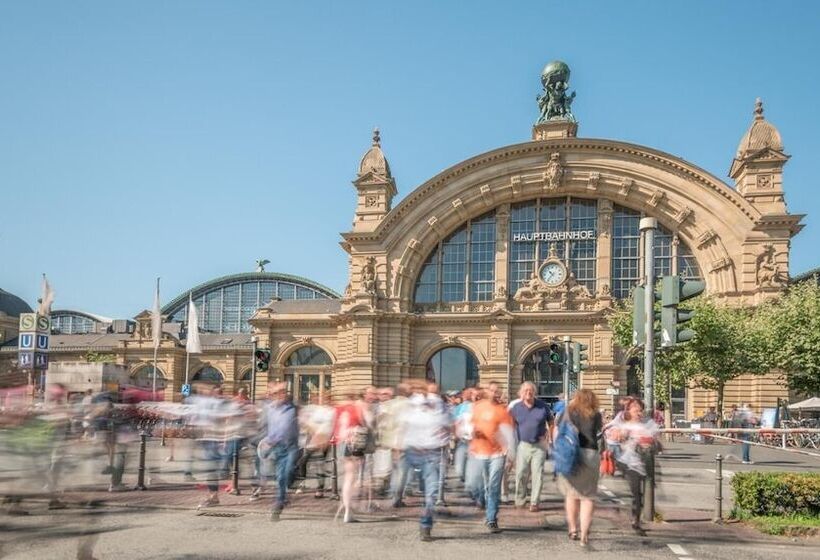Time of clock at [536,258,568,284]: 10:36
